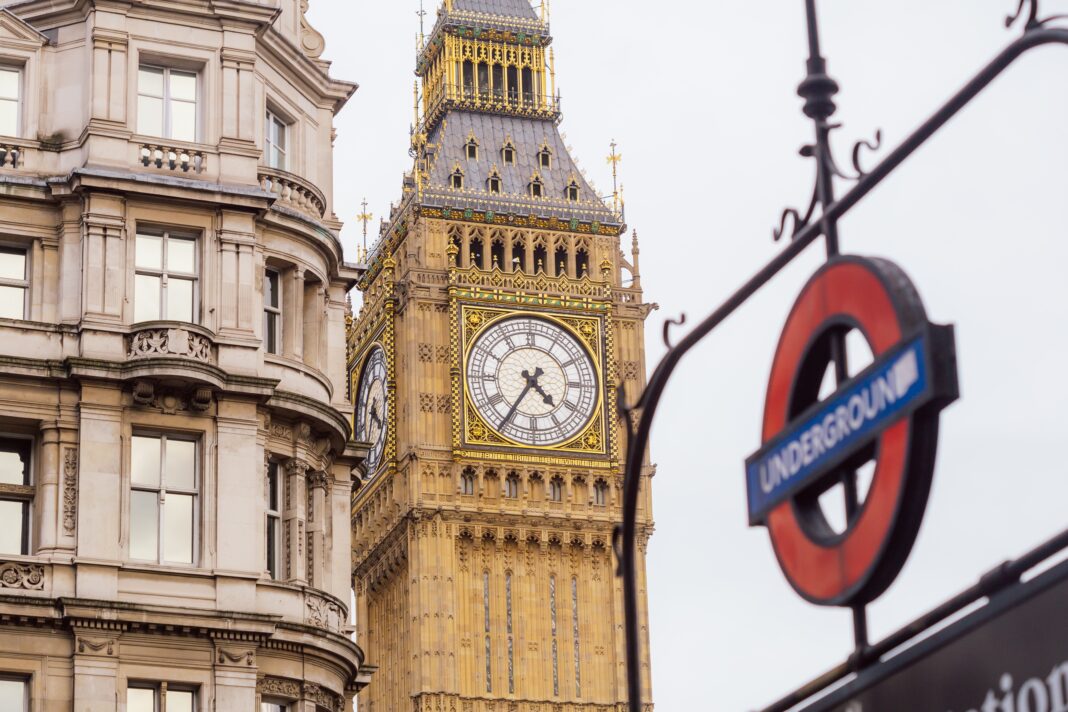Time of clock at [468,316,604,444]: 4:35
